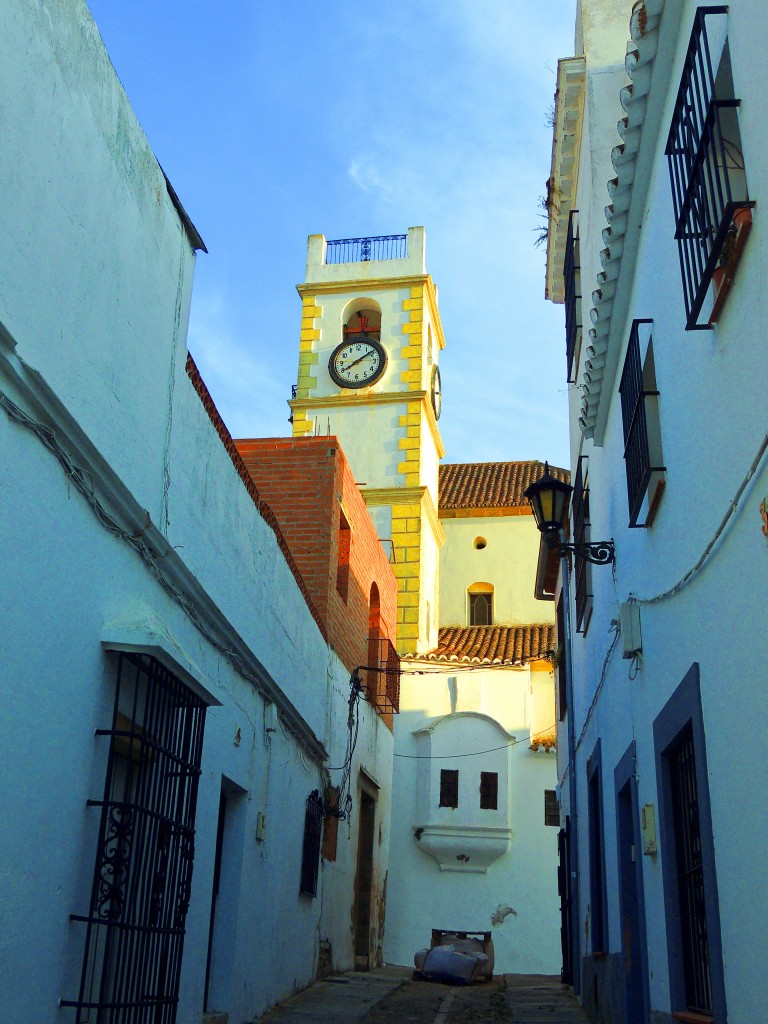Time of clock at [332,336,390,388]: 8:08
